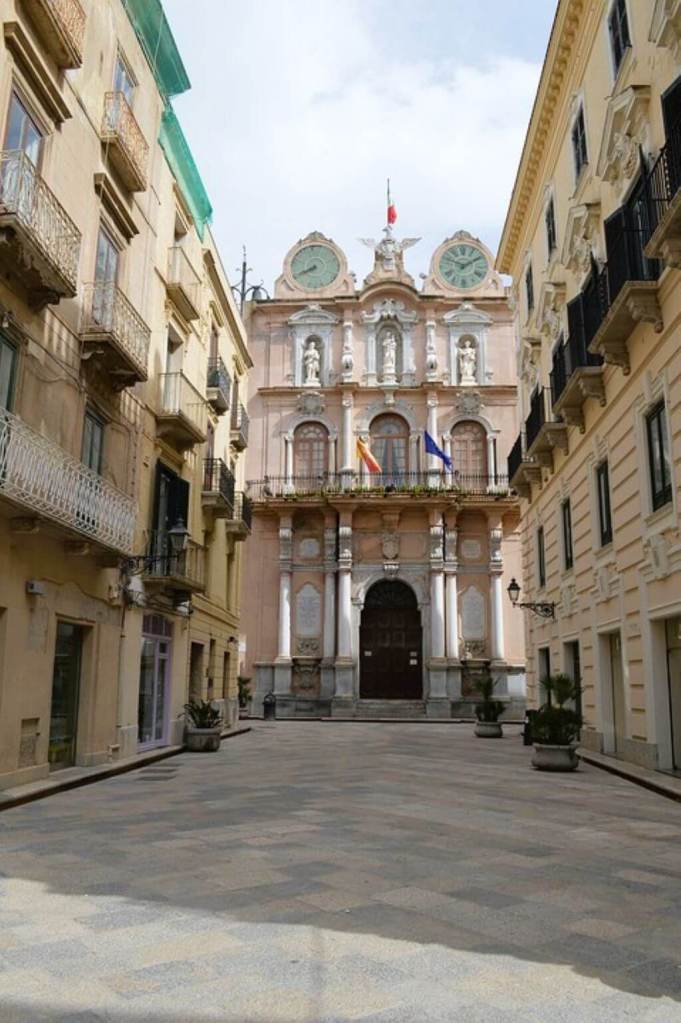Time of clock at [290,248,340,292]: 7:39
